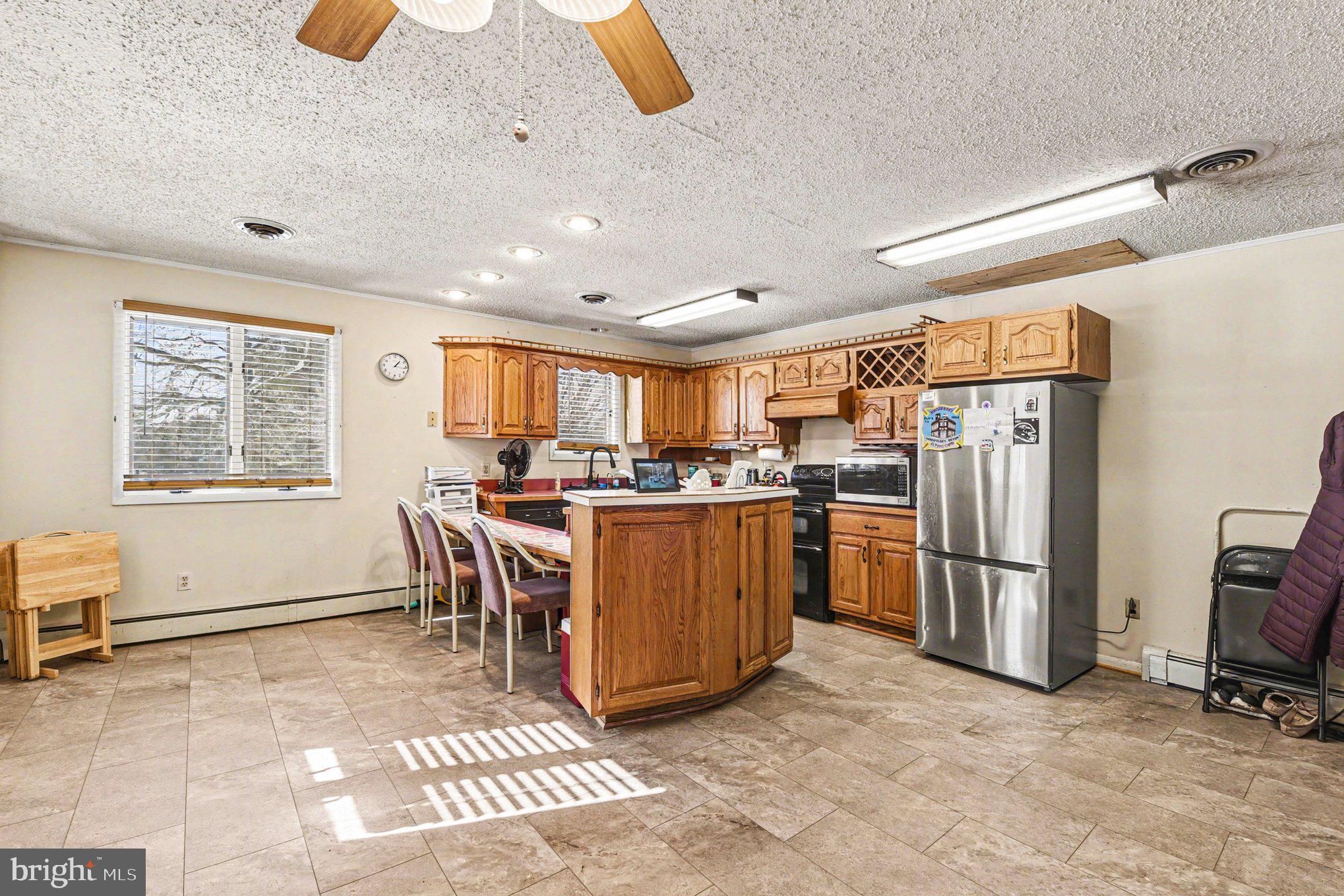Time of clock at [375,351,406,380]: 1:16
